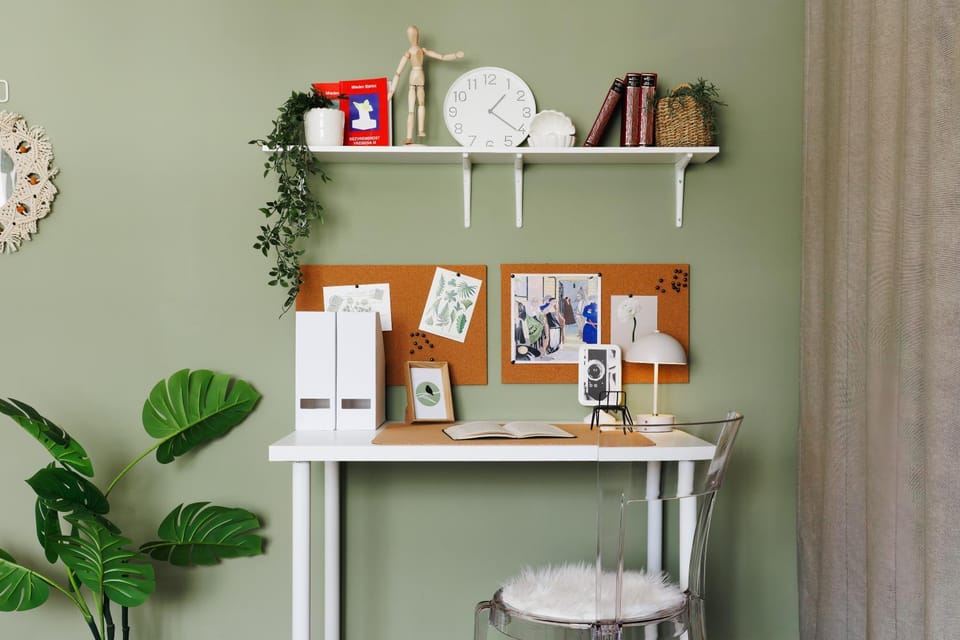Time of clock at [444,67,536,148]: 1:21
